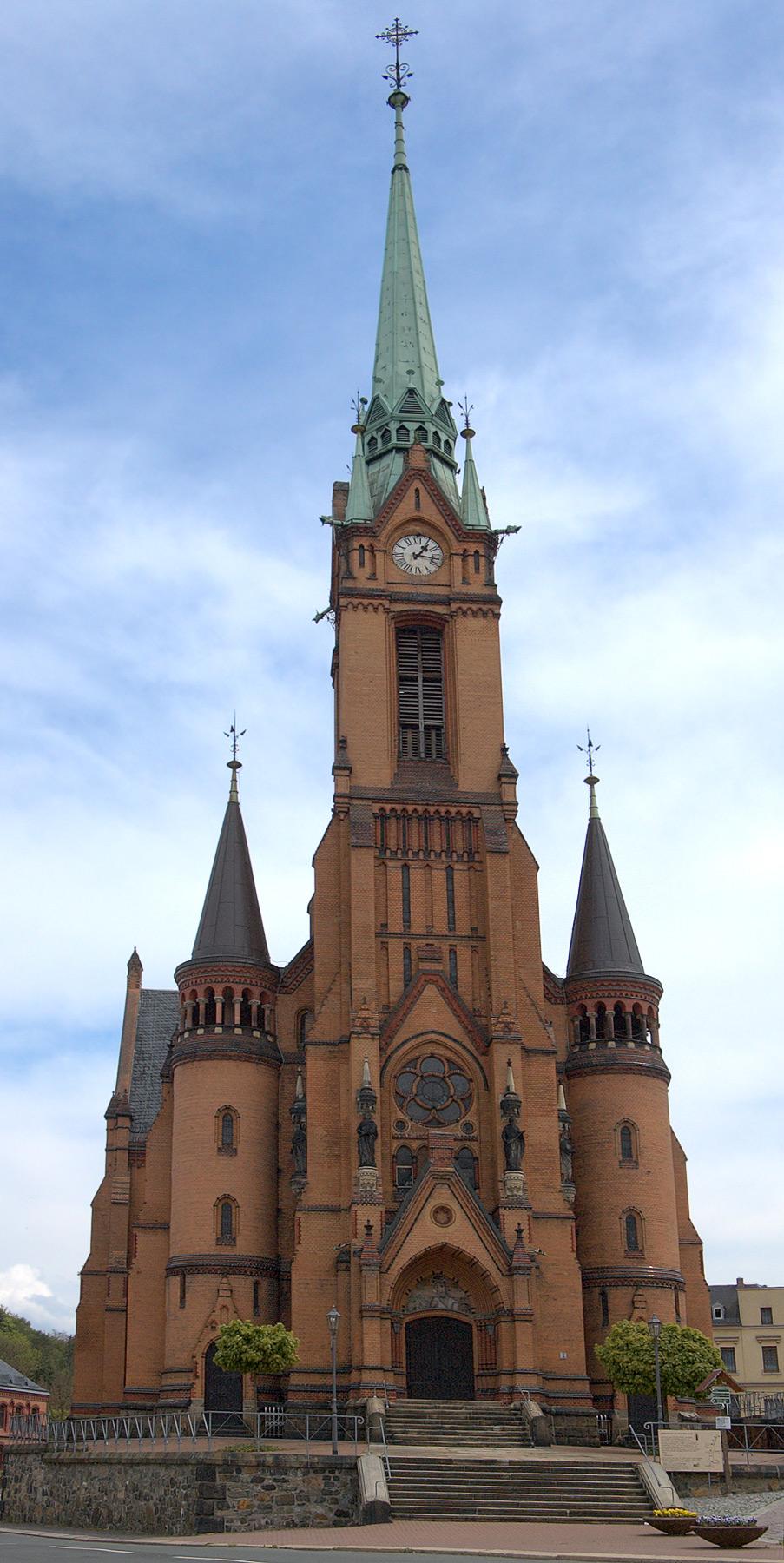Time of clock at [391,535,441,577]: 1:16
